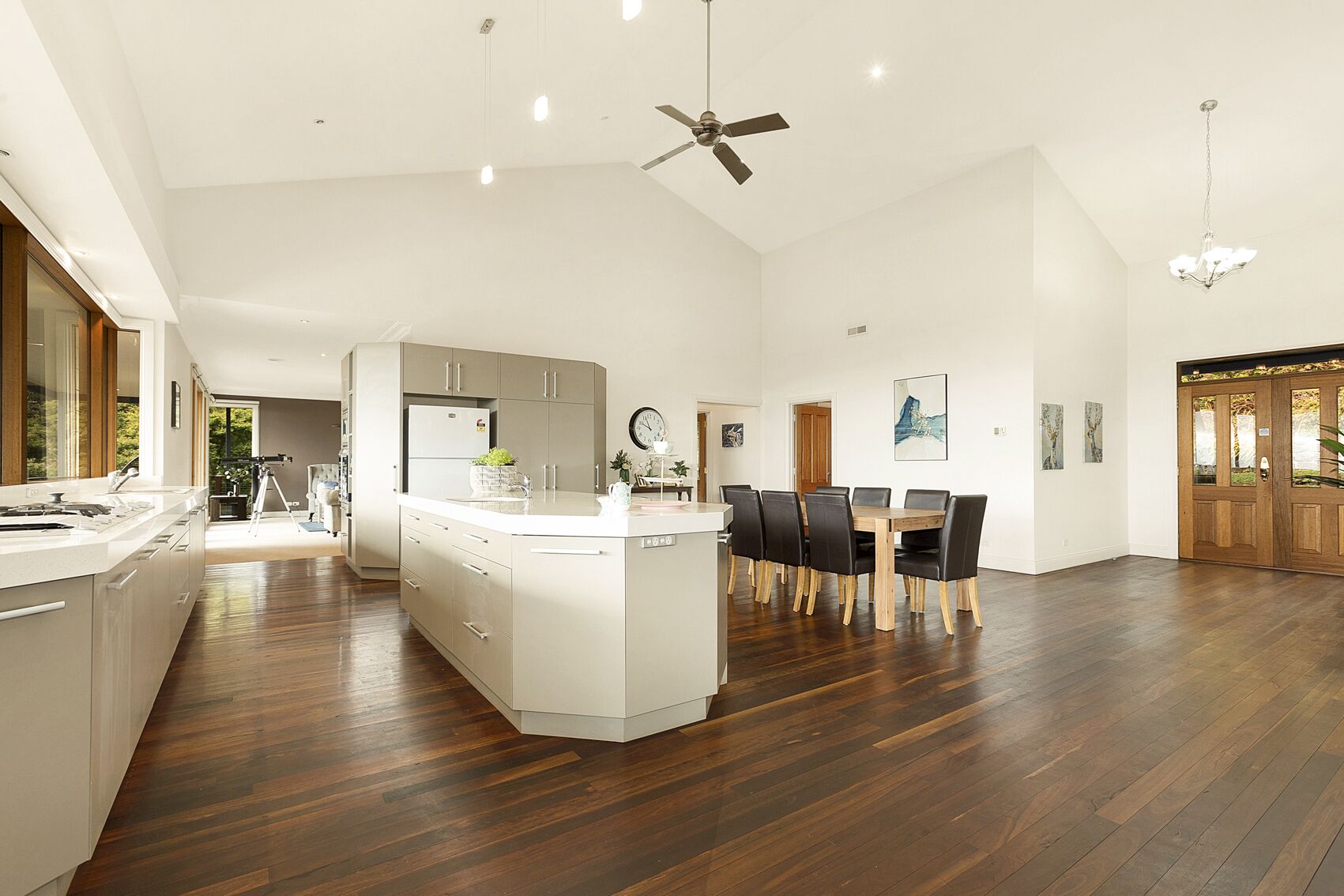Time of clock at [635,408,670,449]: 9:56
